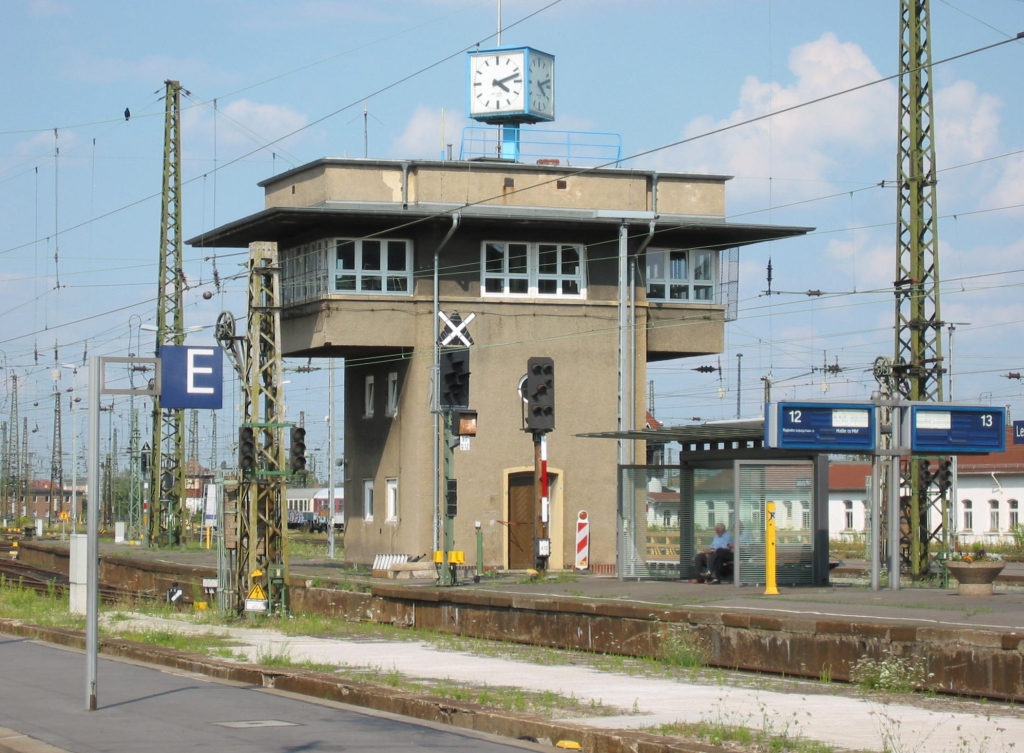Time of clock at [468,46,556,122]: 4:12
